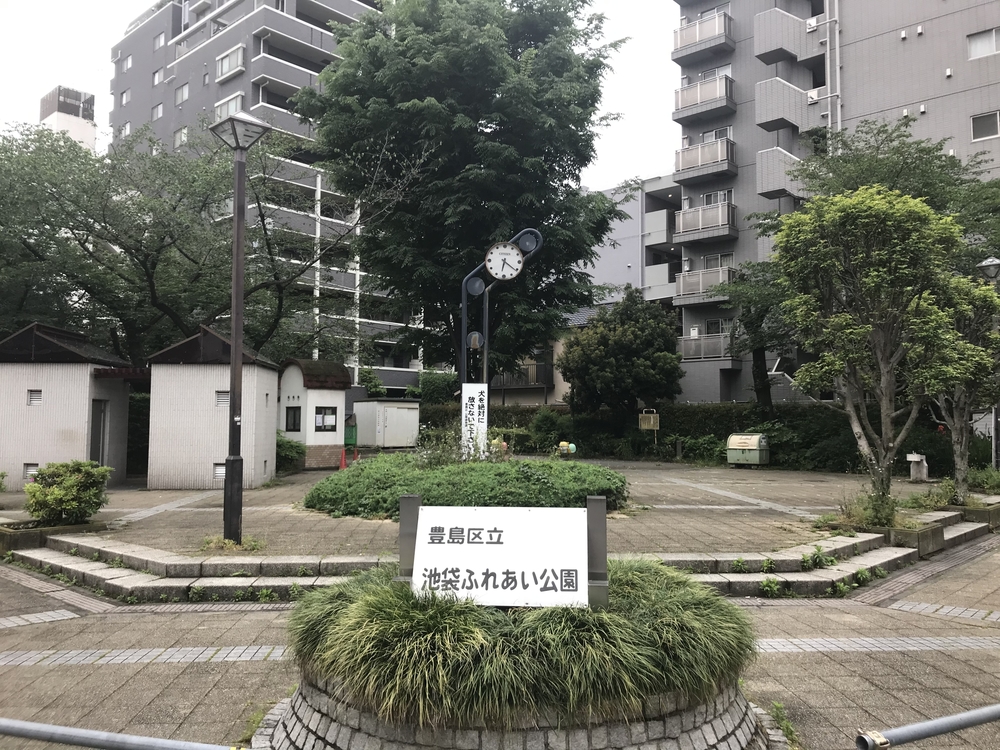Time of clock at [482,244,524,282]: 6:21
